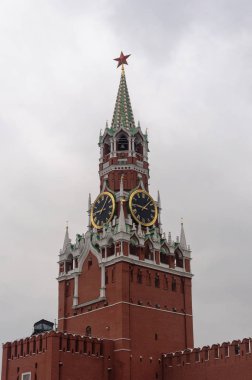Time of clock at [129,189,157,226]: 9:07
